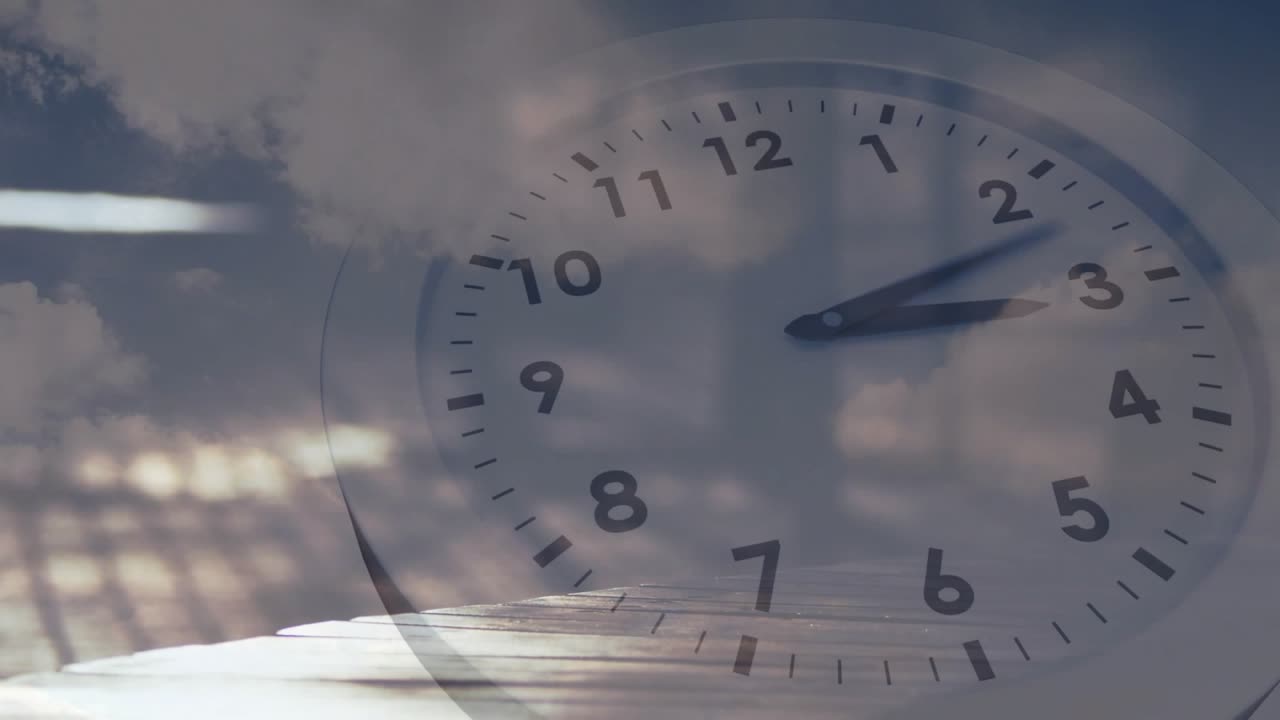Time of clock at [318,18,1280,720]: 3:12
